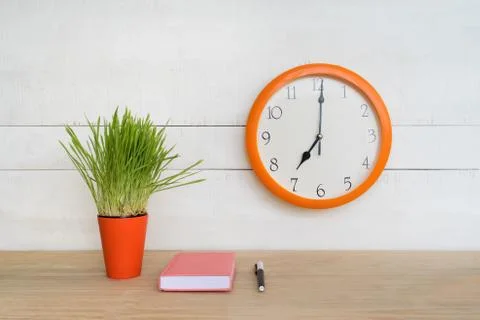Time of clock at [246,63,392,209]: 7:00
